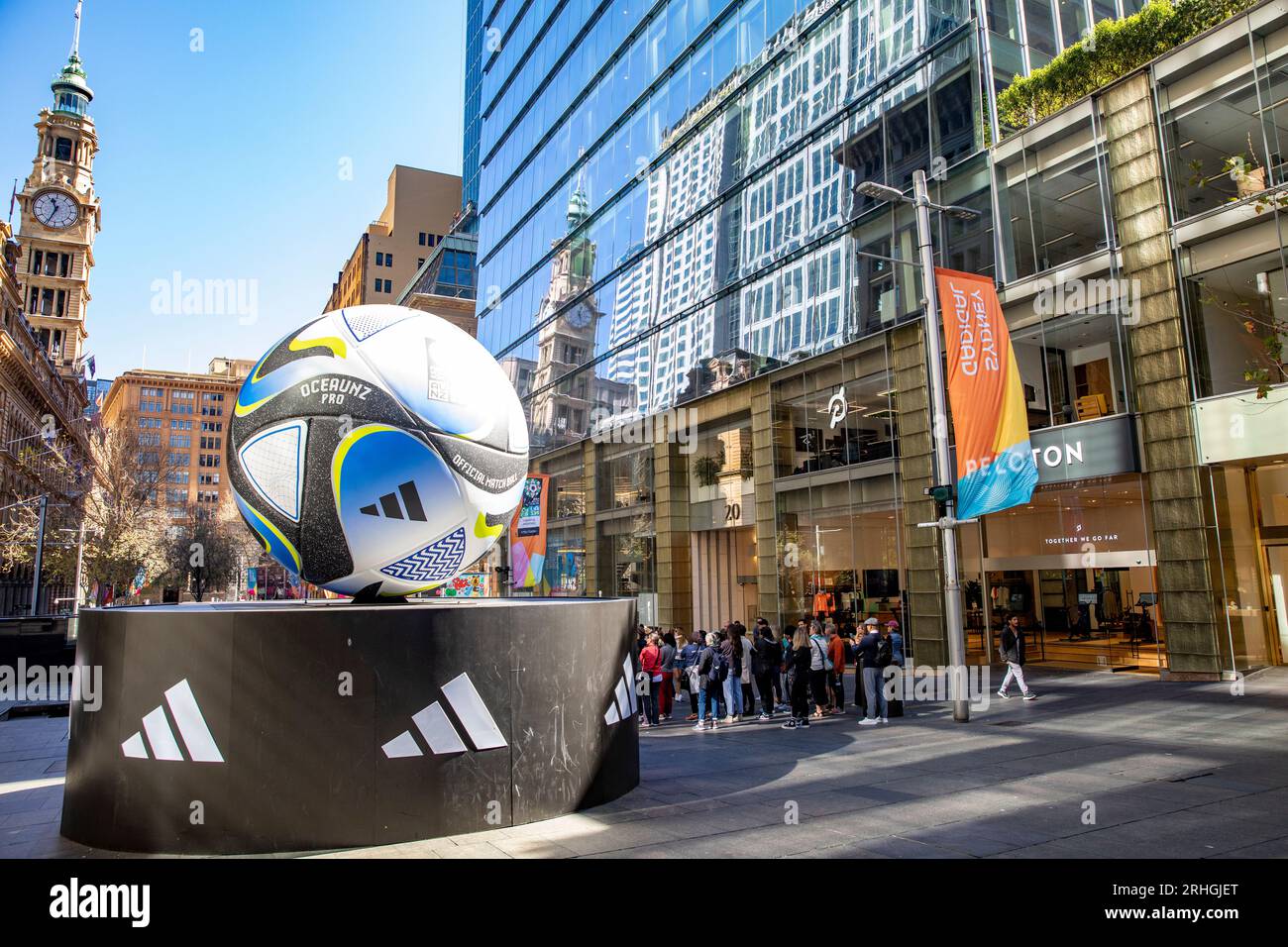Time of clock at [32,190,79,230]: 11:34
